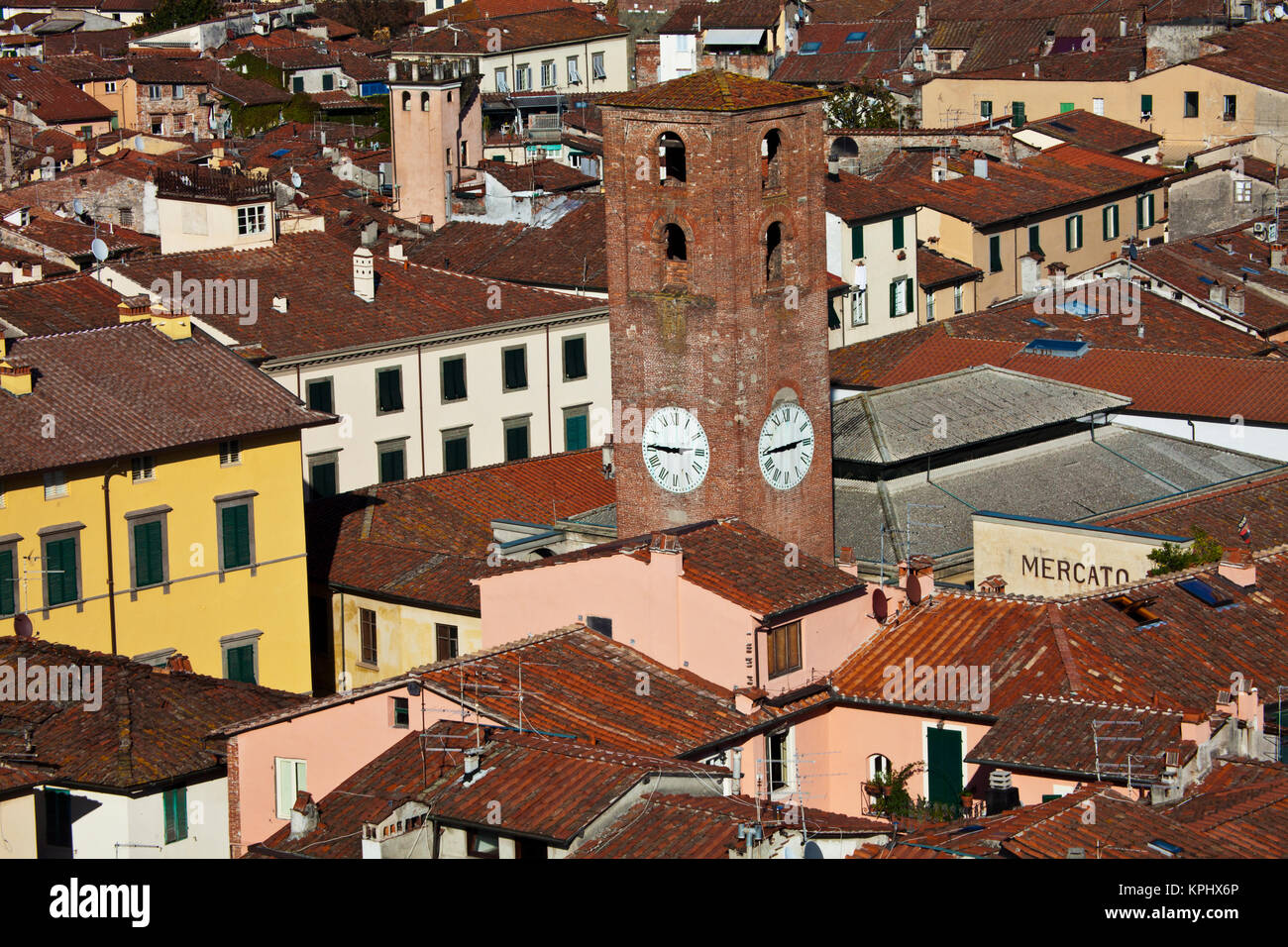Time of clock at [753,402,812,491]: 2:44
